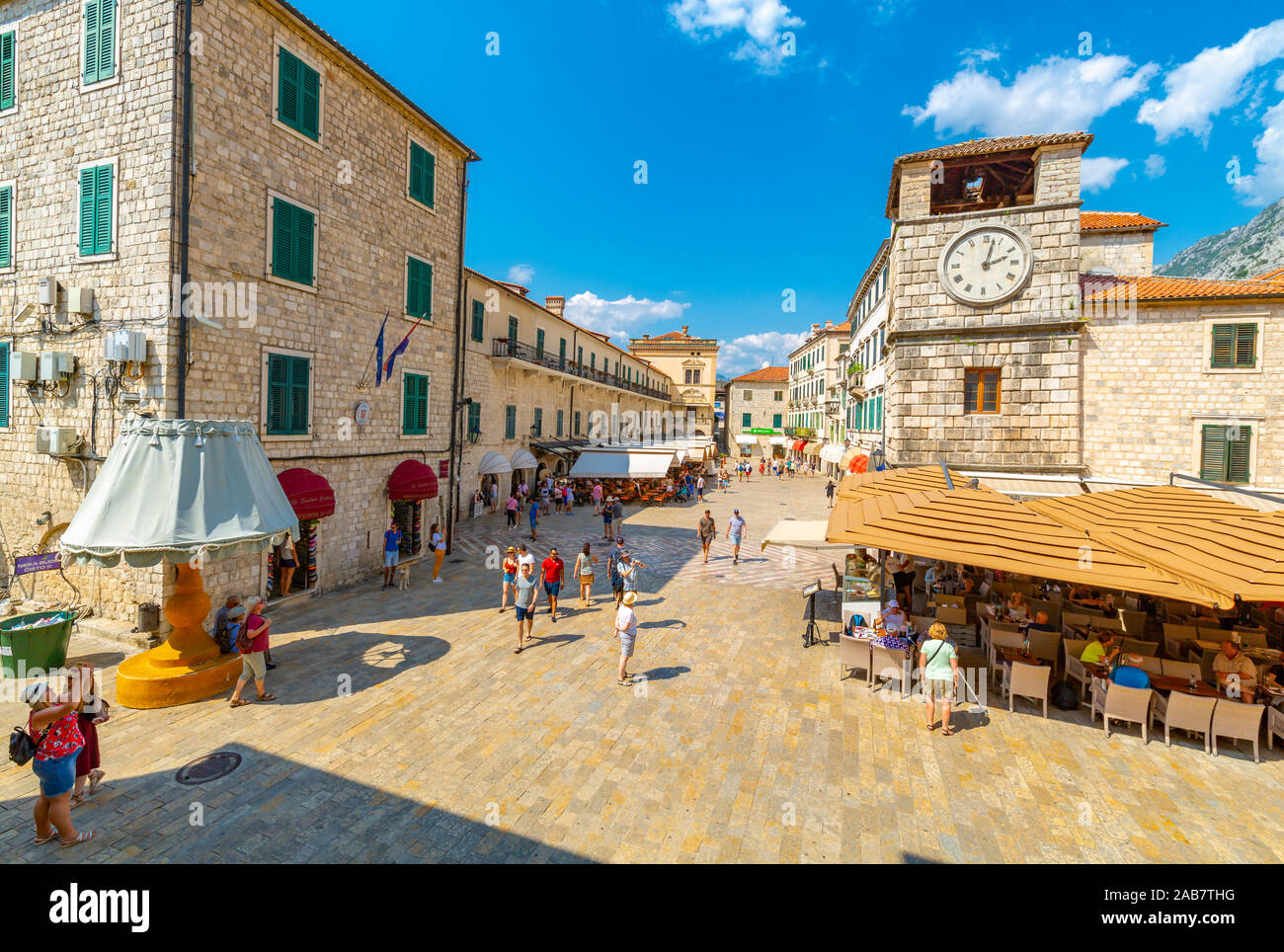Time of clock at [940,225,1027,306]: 2:02
